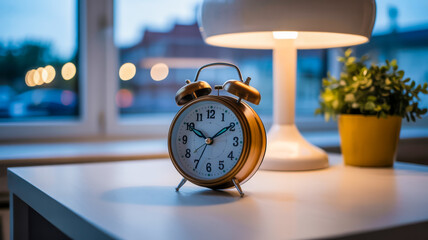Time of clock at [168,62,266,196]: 10:09
